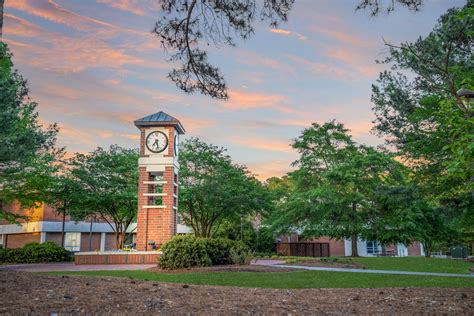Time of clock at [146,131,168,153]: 7:27
